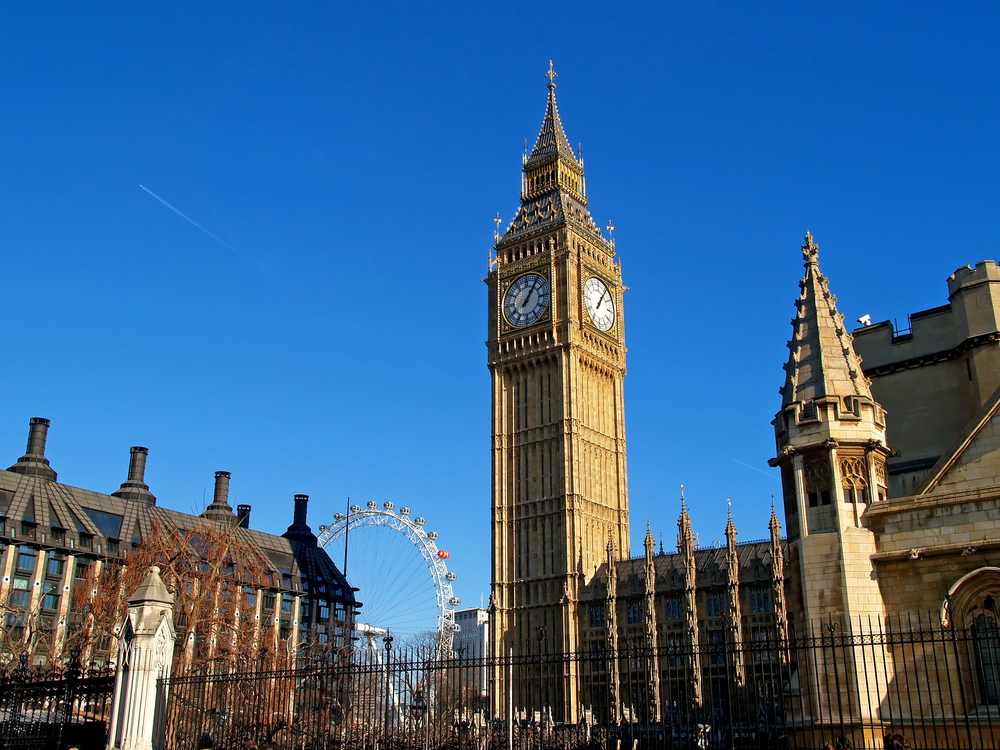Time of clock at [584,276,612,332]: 1:05
